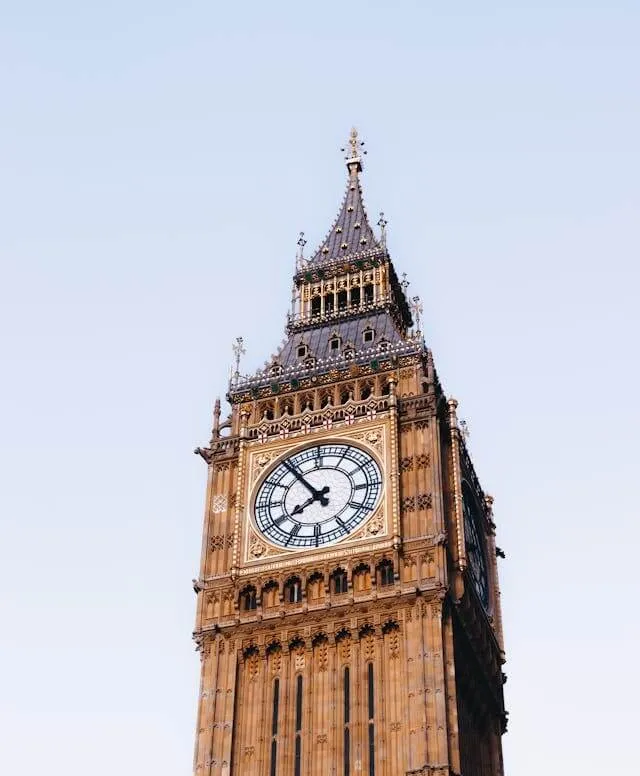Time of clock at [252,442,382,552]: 7:53
